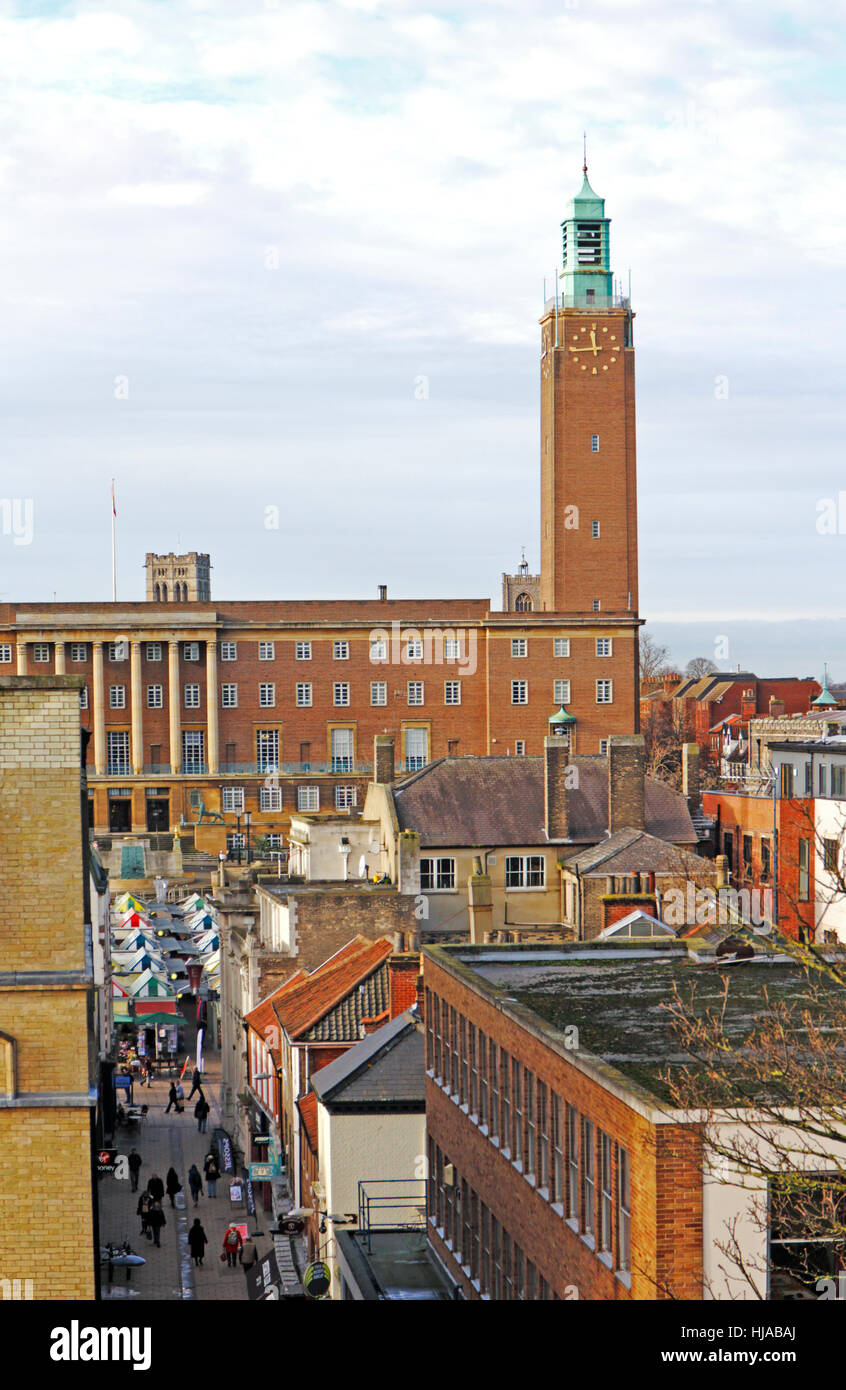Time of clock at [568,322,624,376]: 11:44
